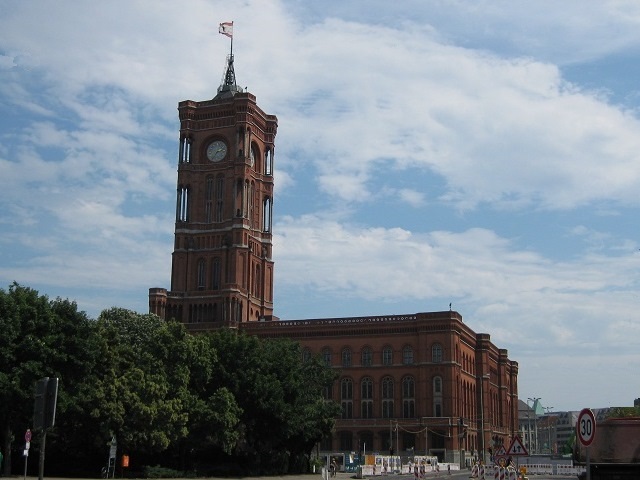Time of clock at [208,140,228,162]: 2:36
